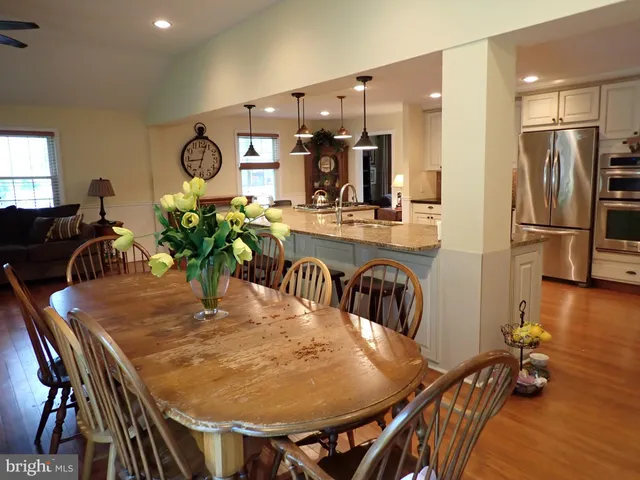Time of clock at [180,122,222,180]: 9:02
